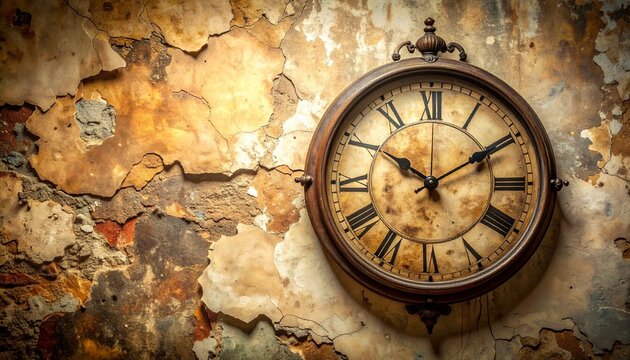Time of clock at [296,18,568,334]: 10:09
